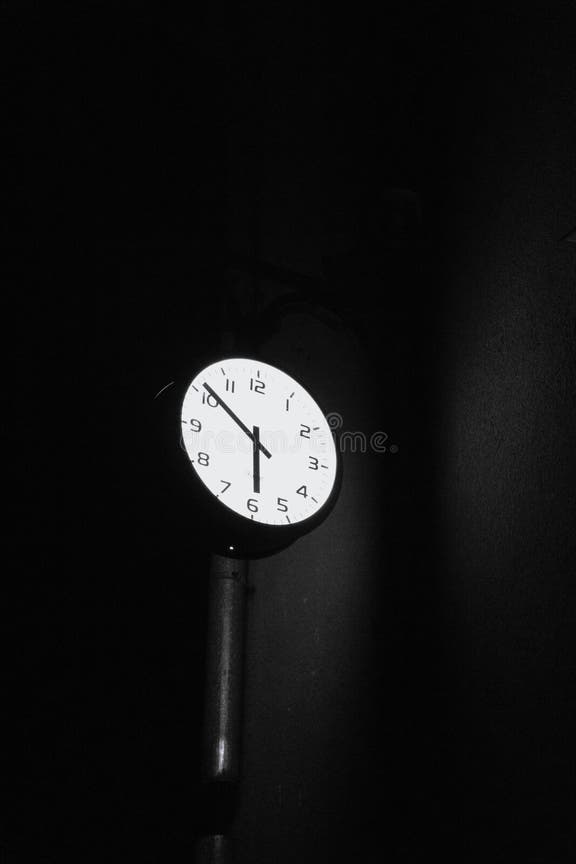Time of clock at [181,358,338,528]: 5:51
